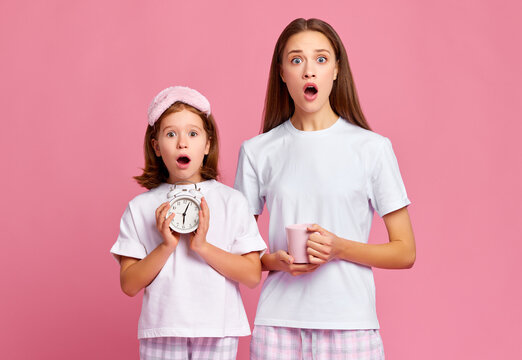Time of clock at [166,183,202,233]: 6:03
